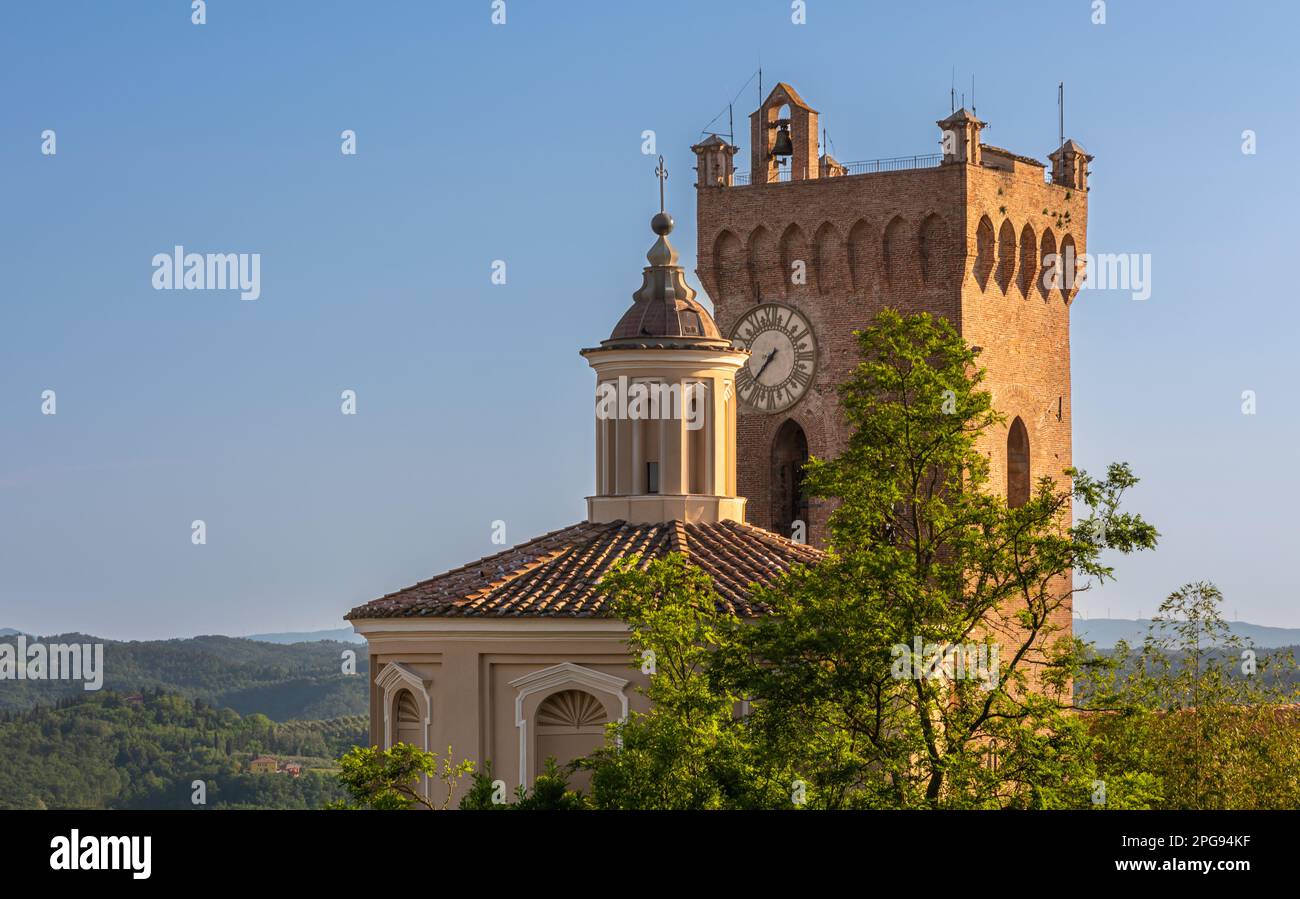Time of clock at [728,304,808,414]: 7:37
